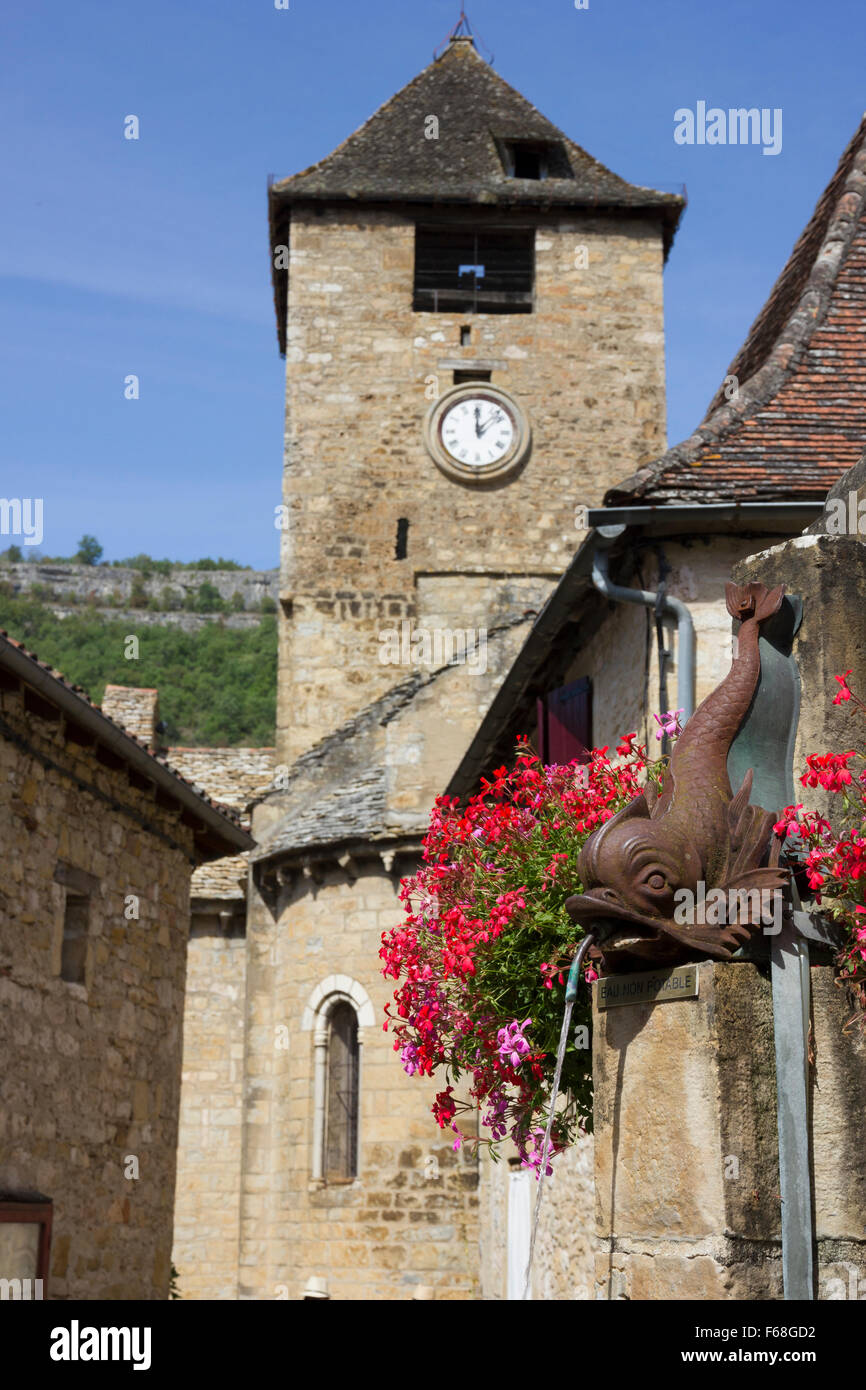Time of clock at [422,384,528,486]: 12:07
